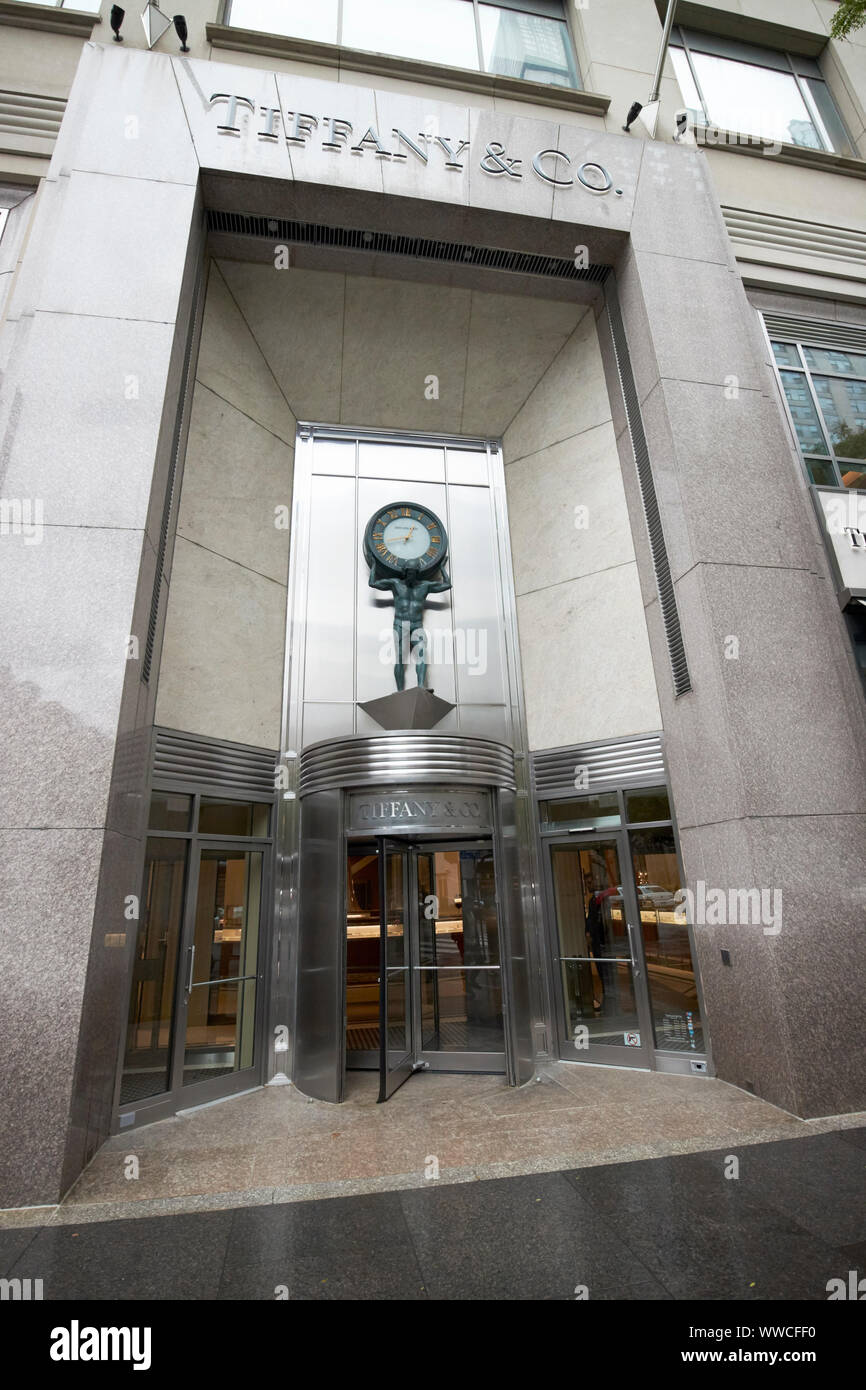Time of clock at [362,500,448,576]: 12:42
